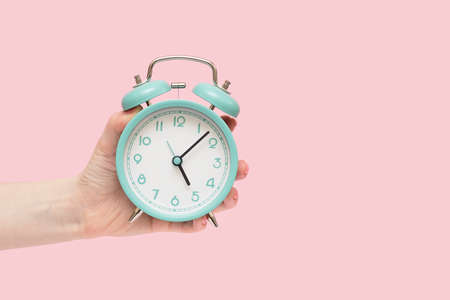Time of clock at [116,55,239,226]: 5:07
